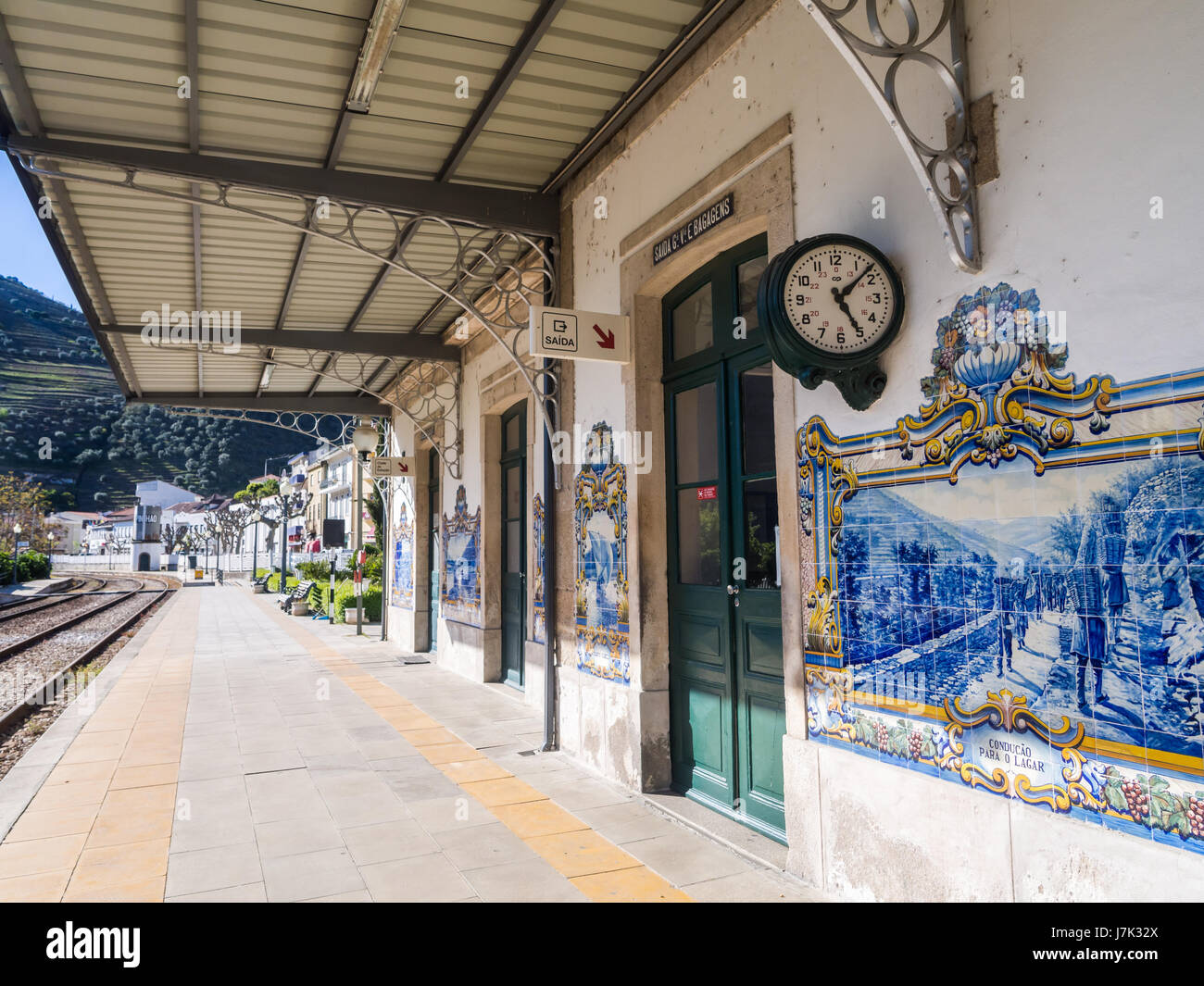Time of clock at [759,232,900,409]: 5:07
